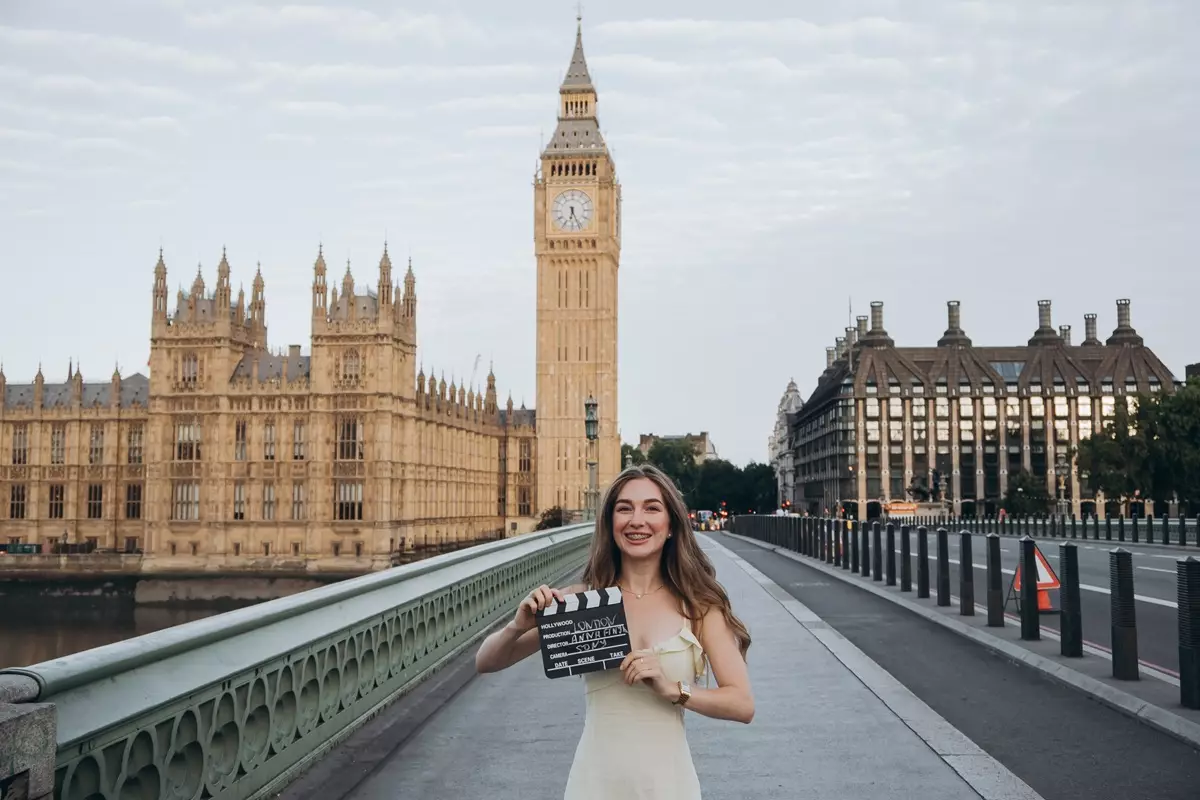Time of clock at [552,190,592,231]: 6:26
